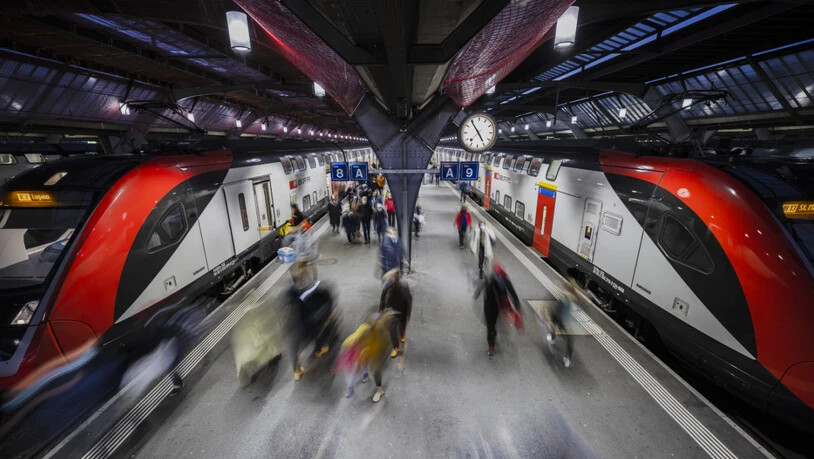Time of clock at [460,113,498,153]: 4:54
